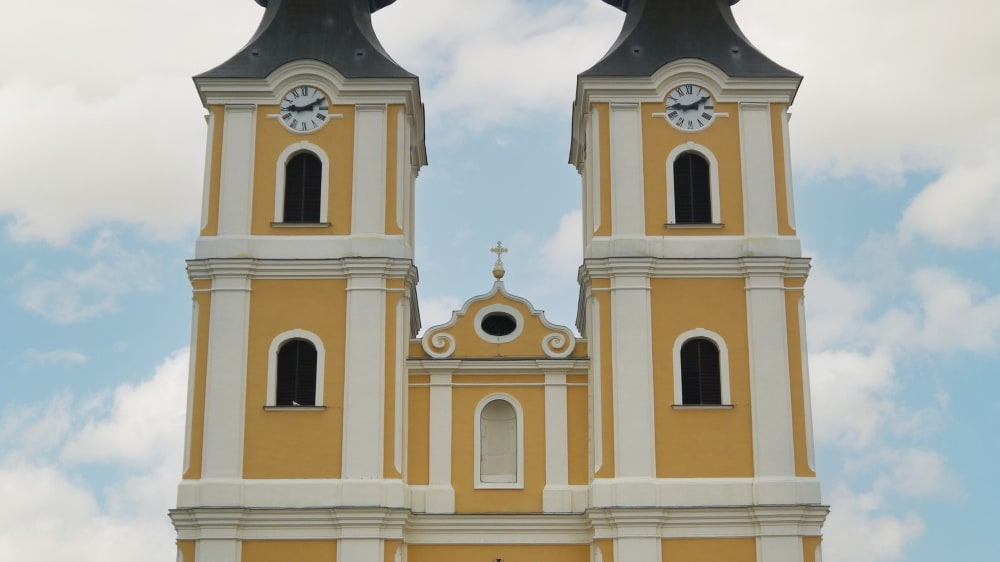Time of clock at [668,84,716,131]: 9:10
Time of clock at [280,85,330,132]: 9:10
